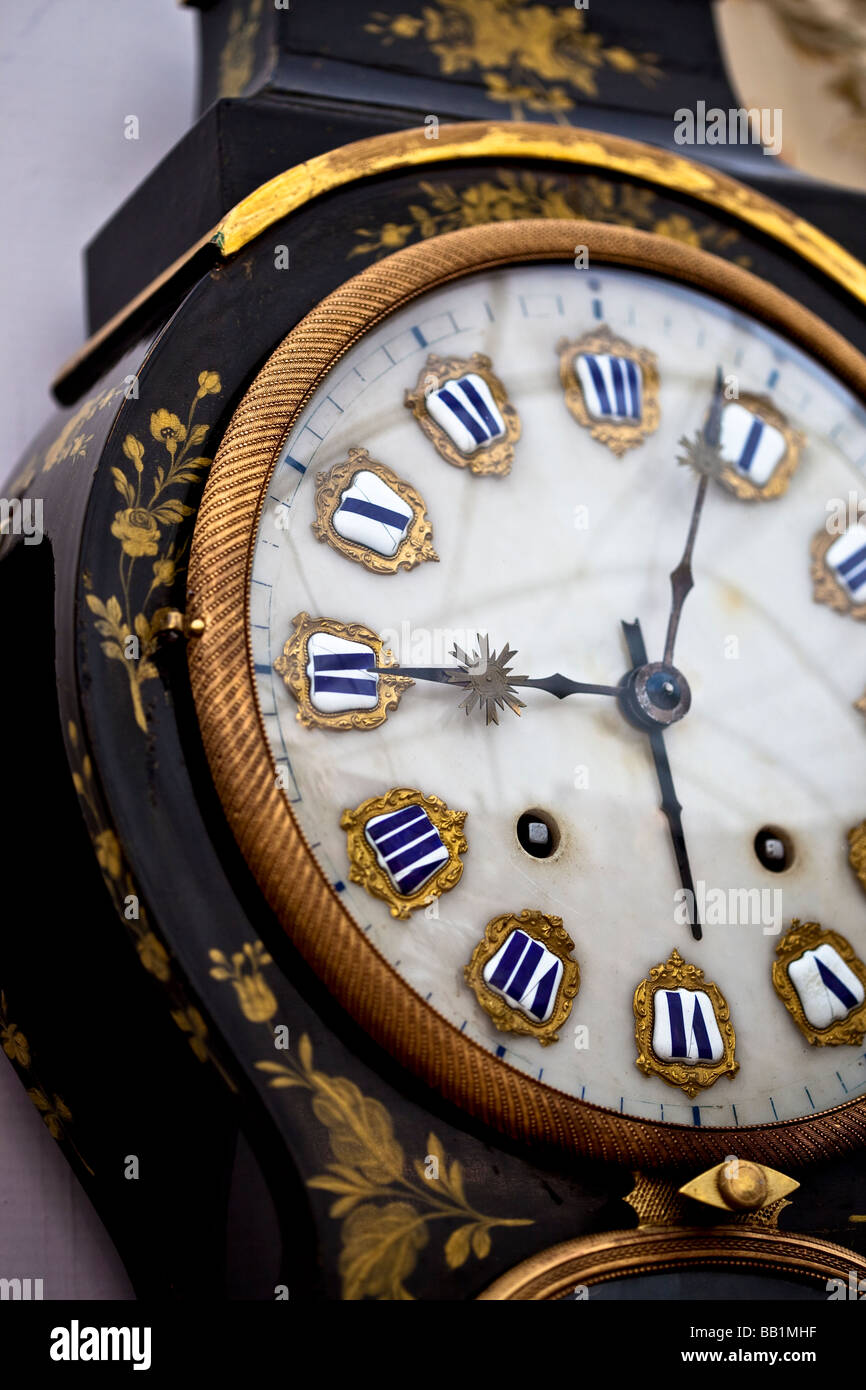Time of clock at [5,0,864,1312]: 5:45
